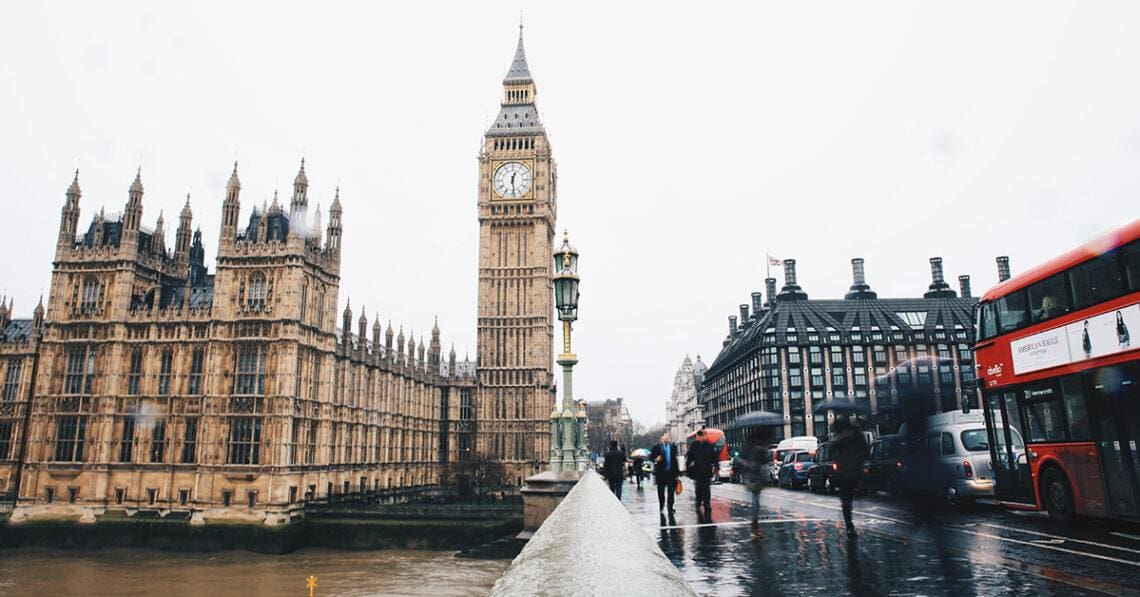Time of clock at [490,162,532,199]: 12:28
